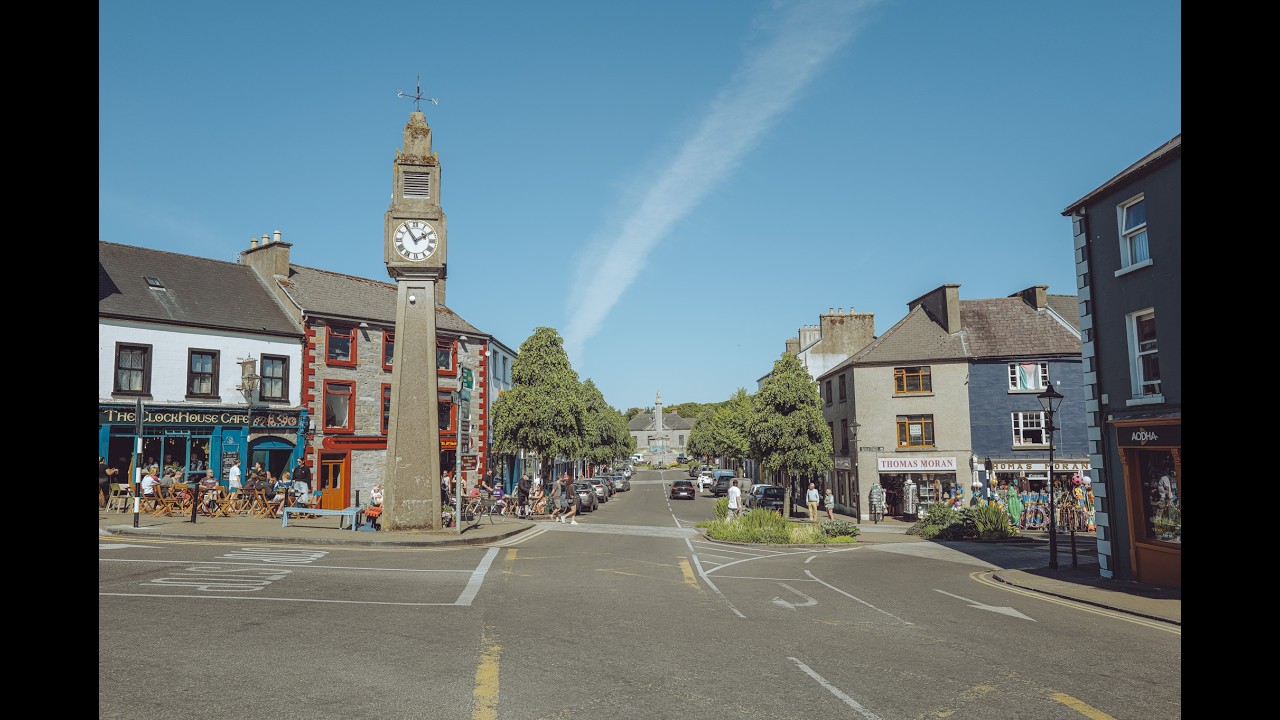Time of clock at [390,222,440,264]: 1:54
